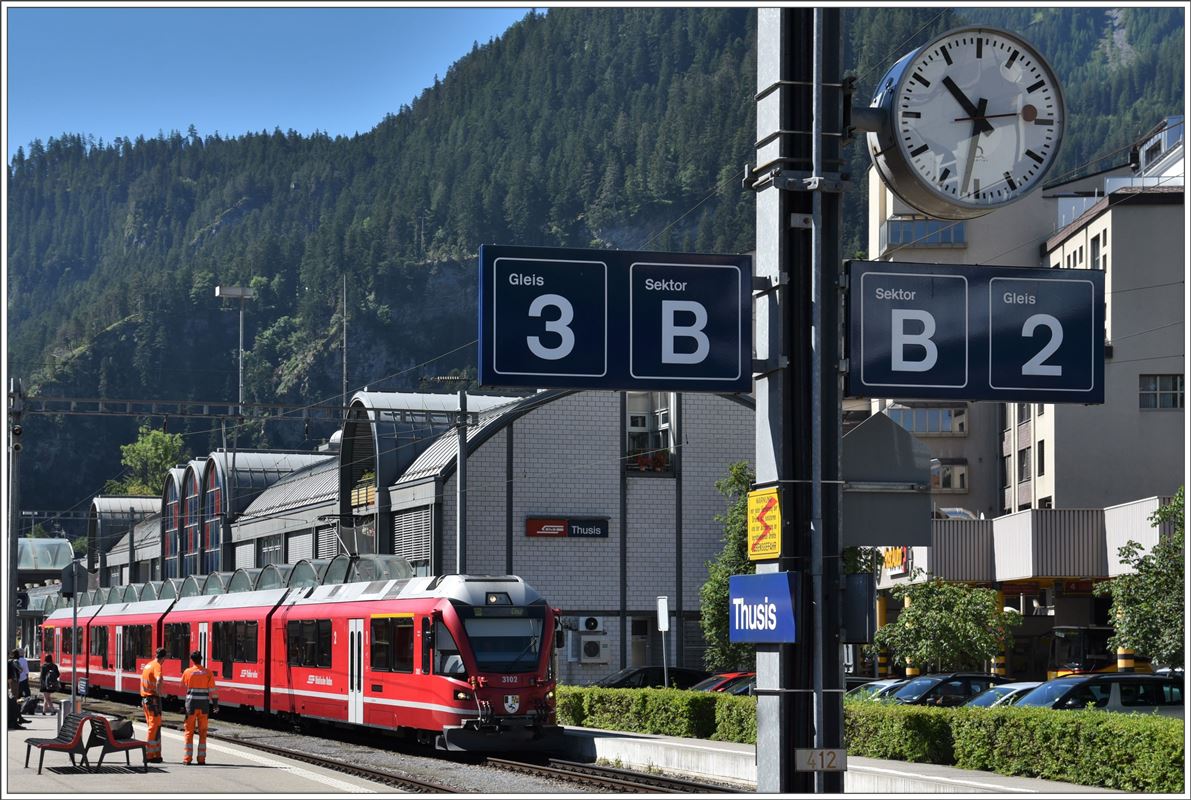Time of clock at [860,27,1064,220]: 10:31
